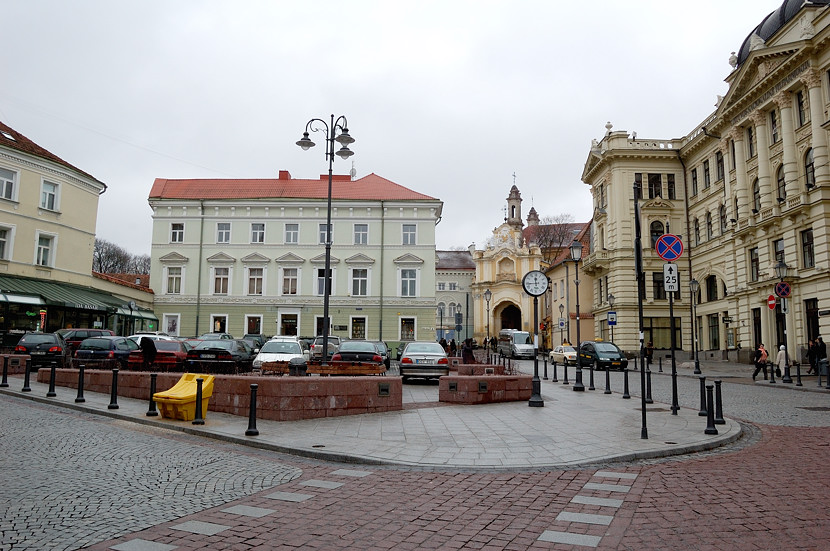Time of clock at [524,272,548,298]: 11:44
